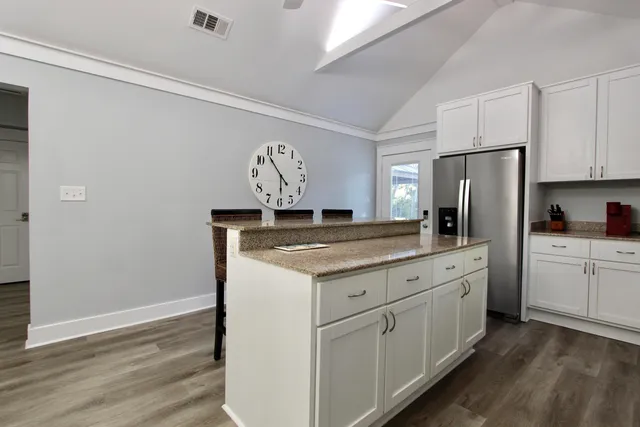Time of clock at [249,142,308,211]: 5:53
